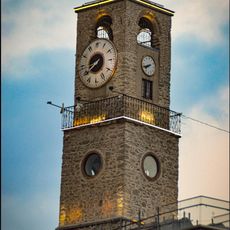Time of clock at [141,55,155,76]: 7:41
